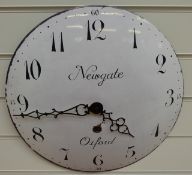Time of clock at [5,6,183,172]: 4:43
